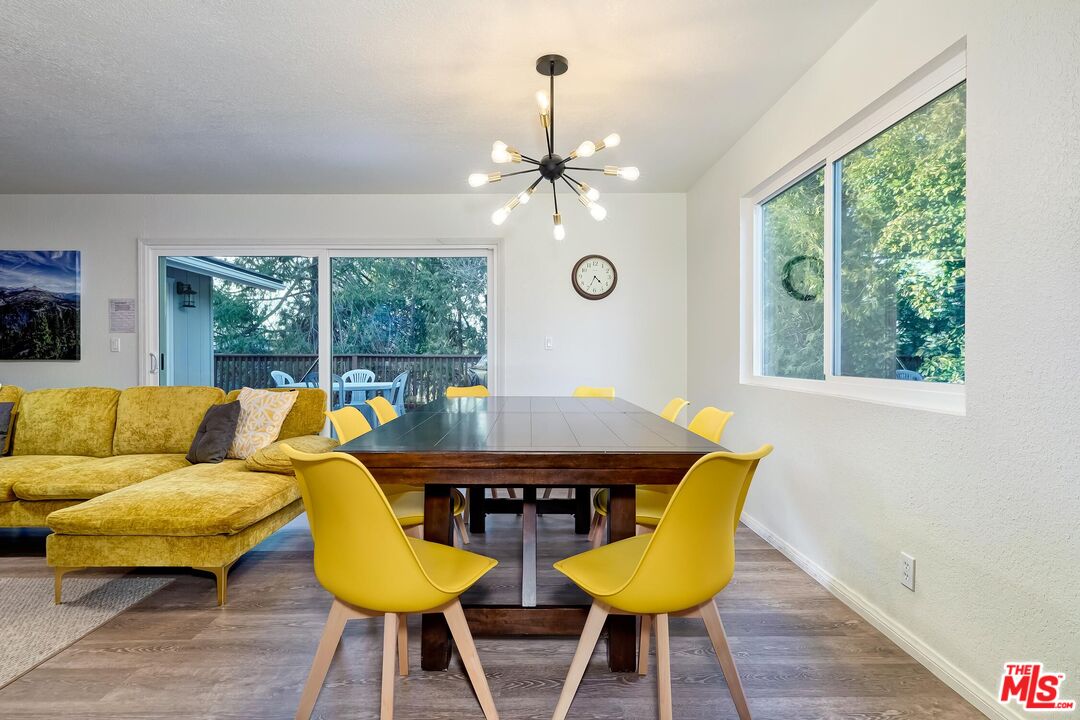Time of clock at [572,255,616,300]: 4:34
